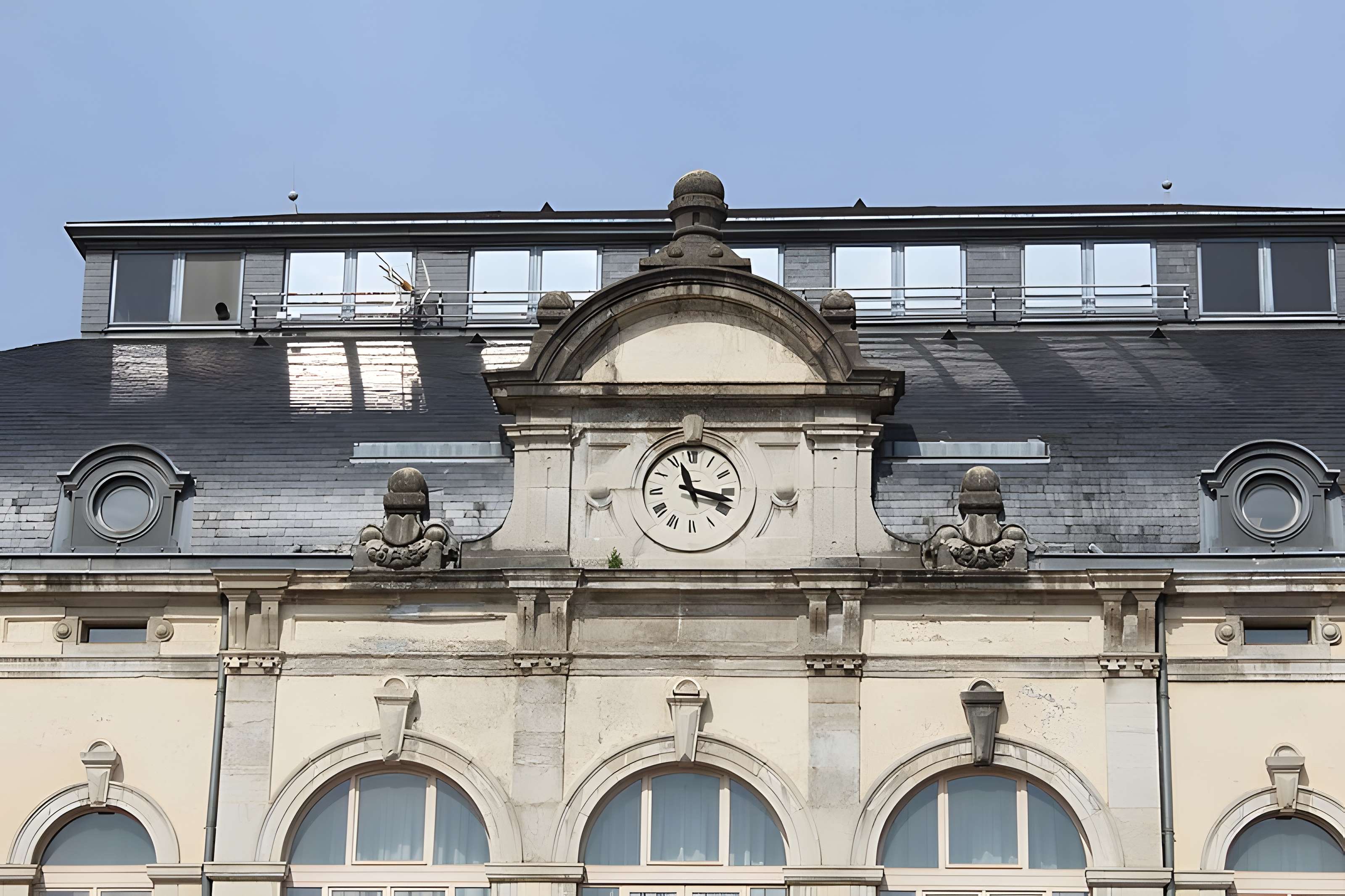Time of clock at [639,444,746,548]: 11:17
